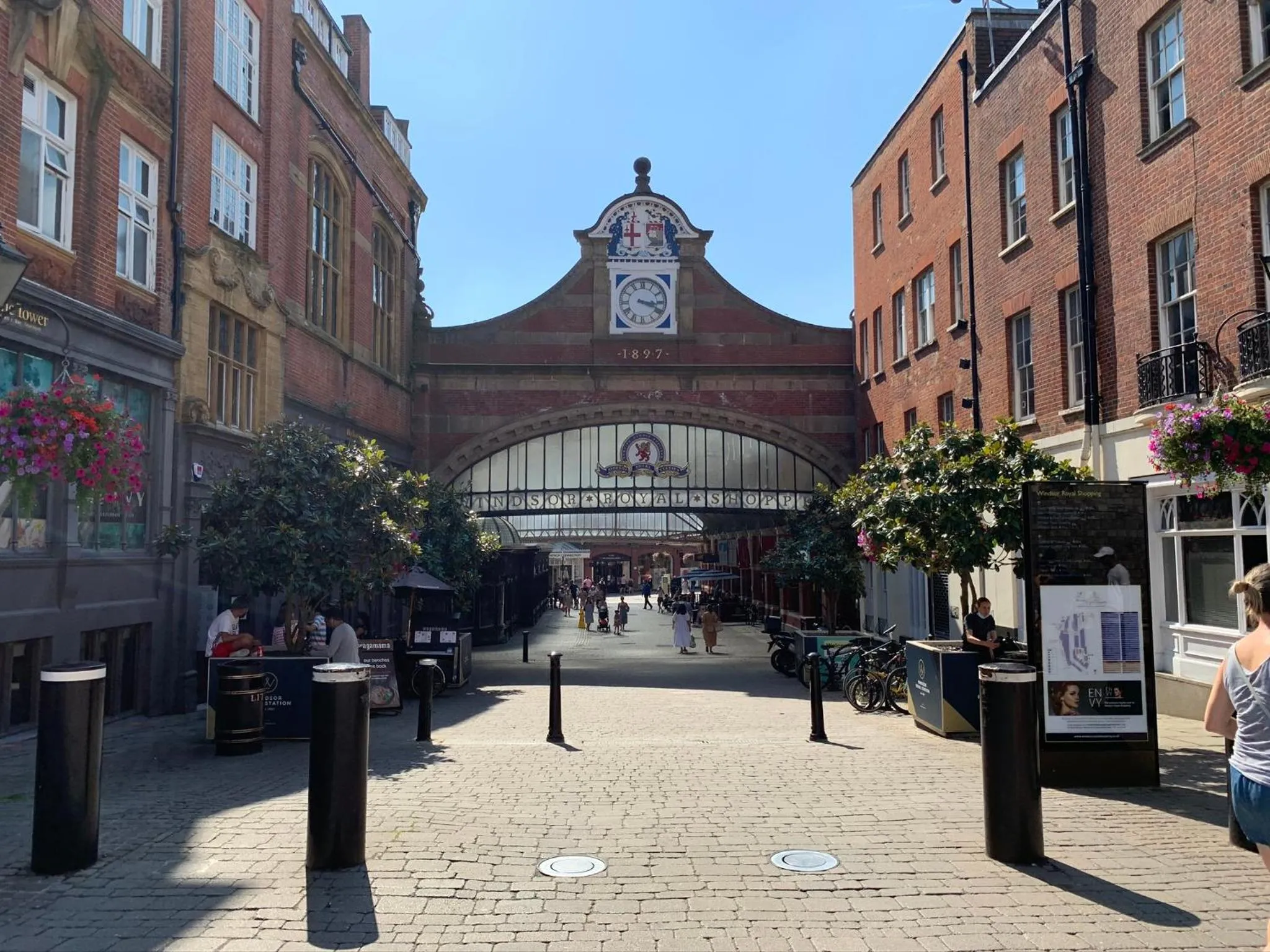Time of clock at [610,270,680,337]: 3:19
